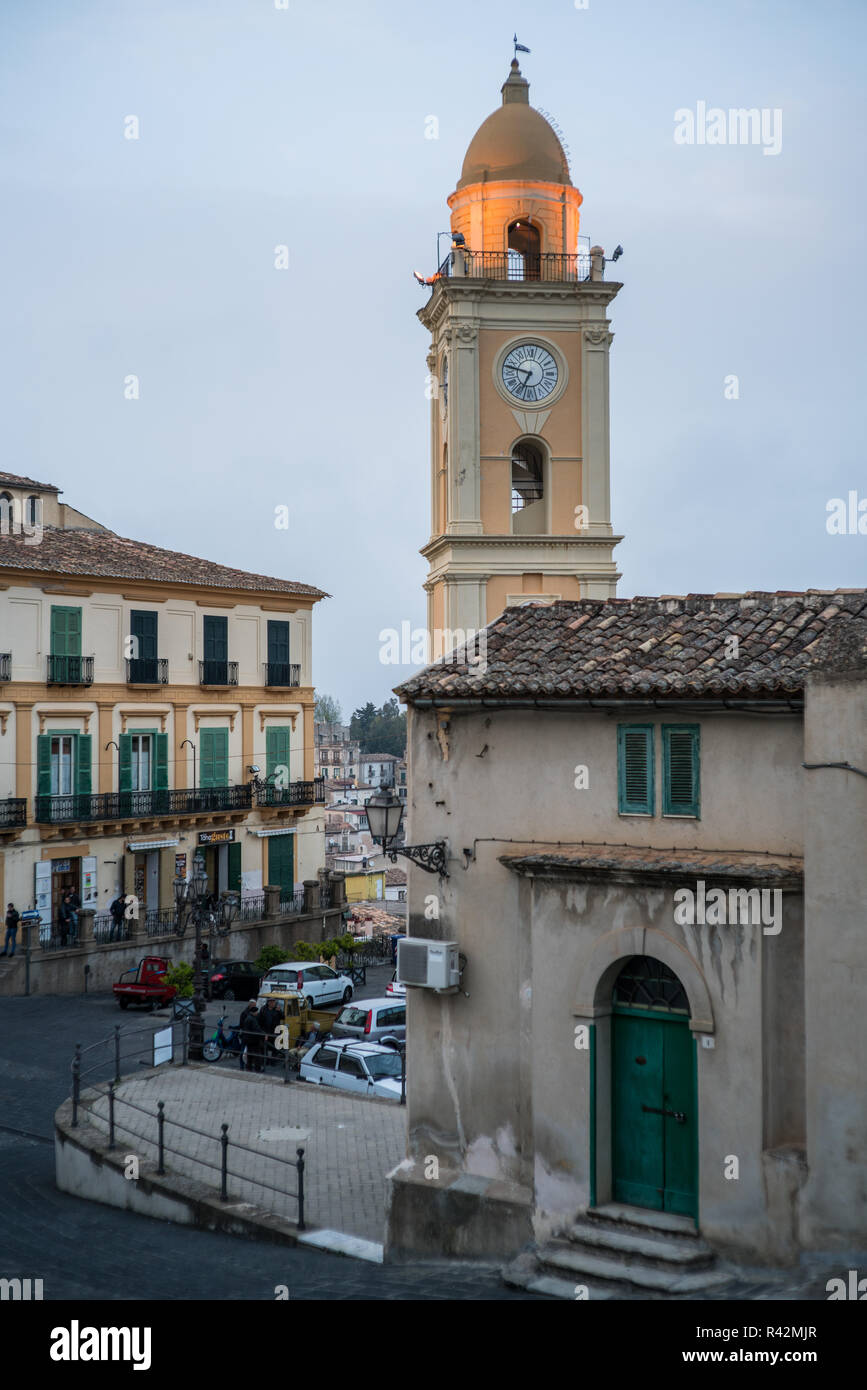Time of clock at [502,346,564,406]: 6:47
